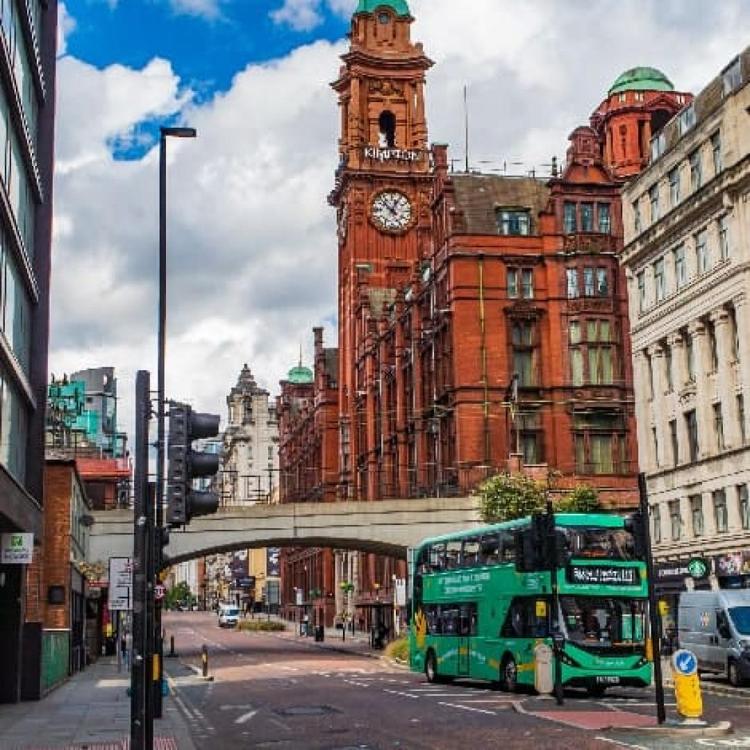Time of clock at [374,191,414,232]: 12:52
